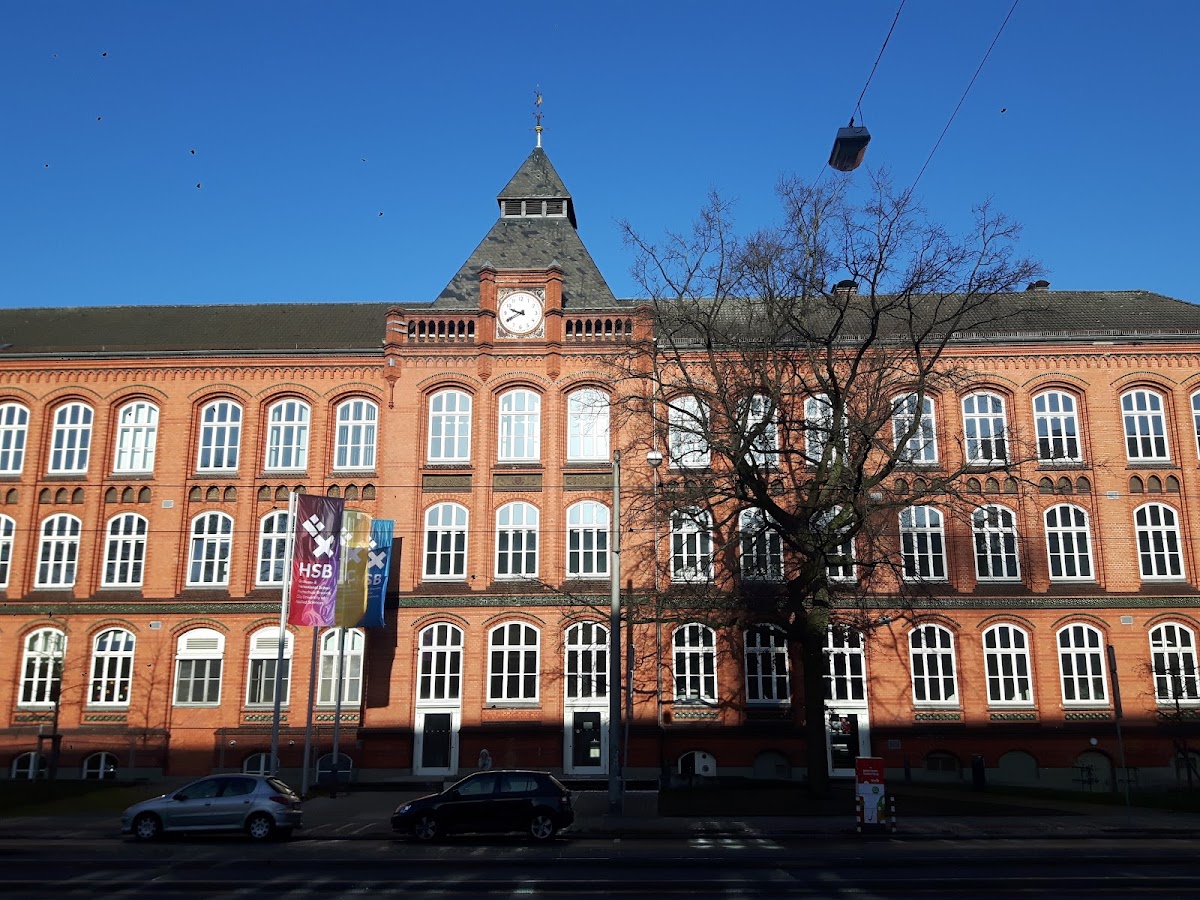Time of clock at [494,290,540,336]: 9:40
